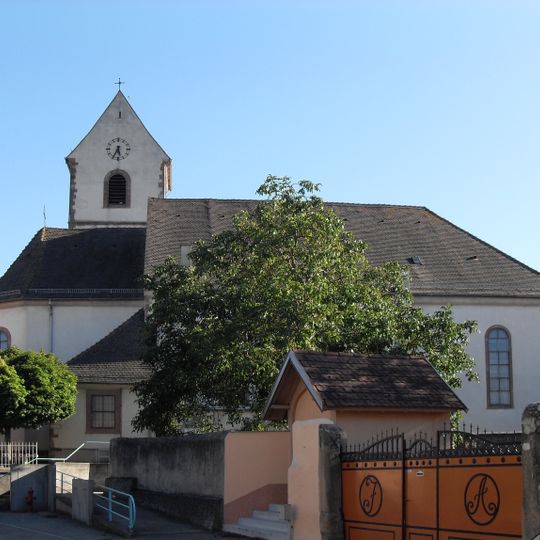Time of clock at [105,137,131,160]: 5:34
